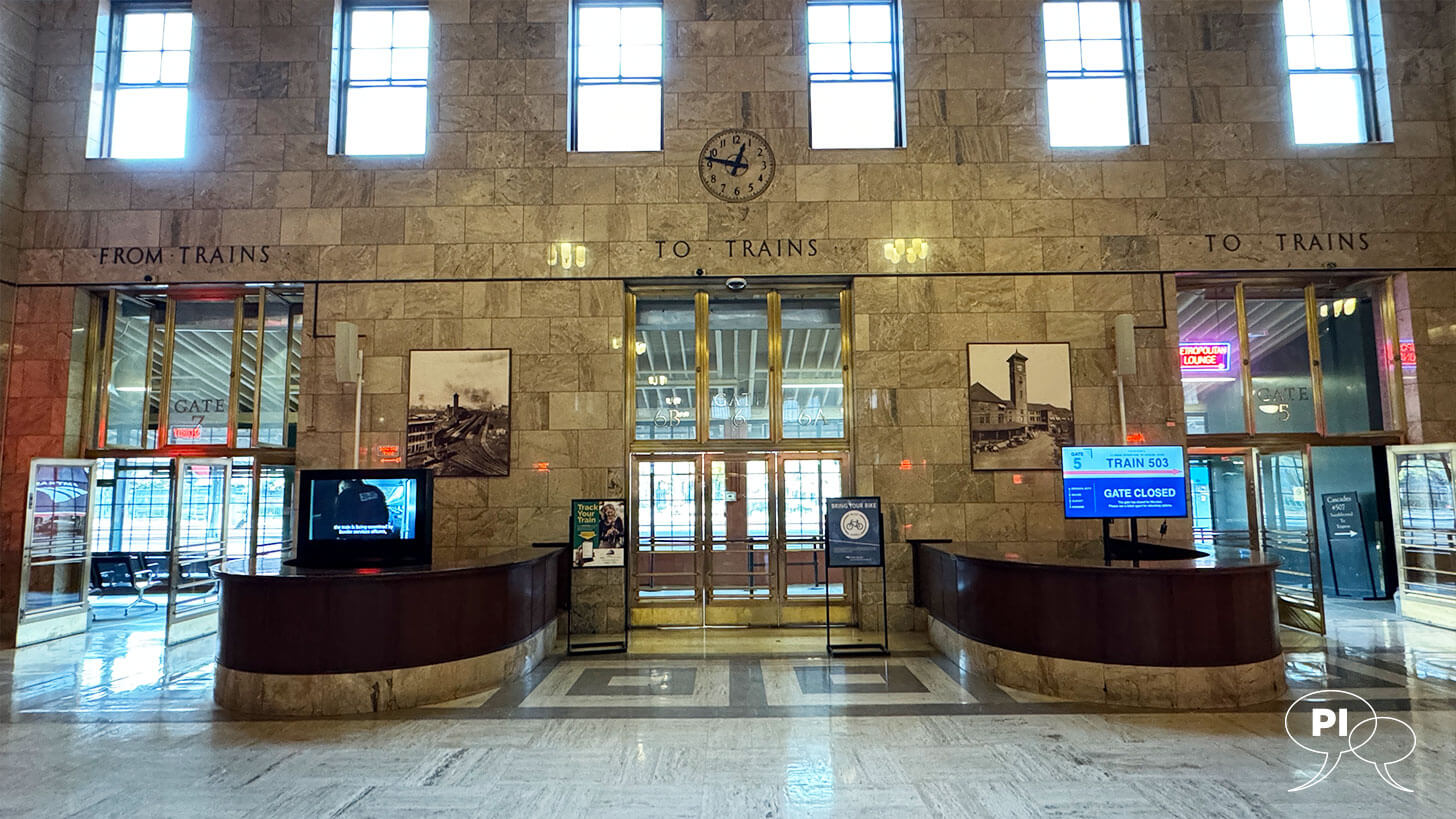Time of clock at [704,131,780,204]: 12:47
